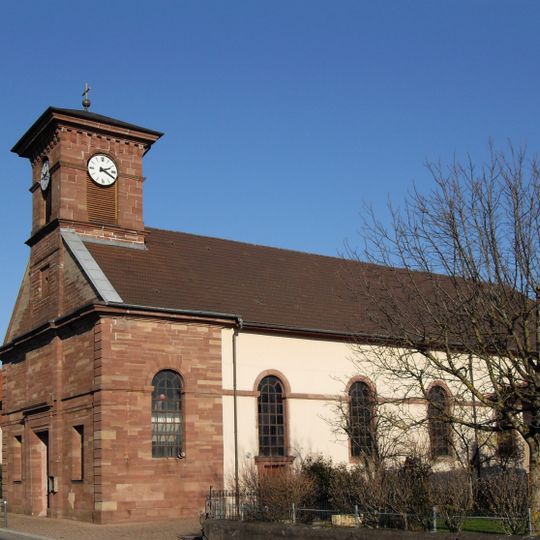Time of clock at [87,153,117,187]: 2:19
